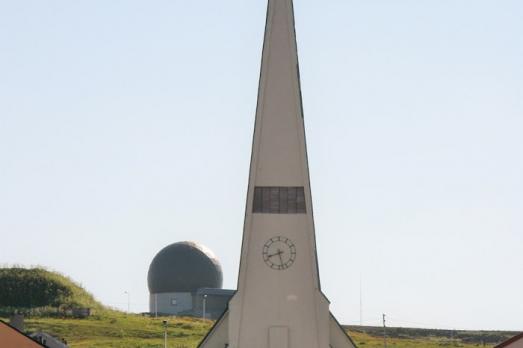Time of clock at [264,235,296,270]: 8:27
